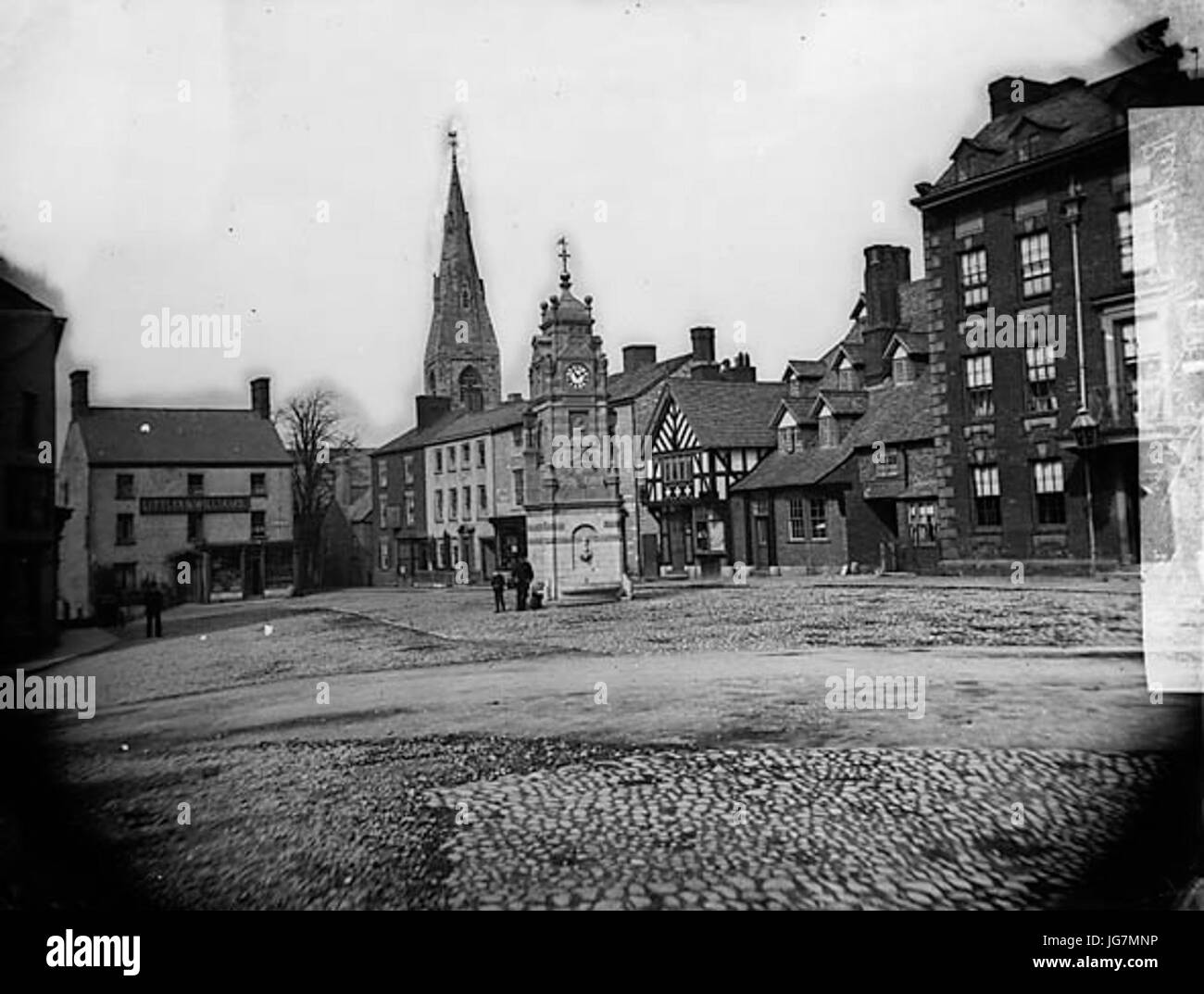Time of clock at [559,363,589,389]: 1:54
